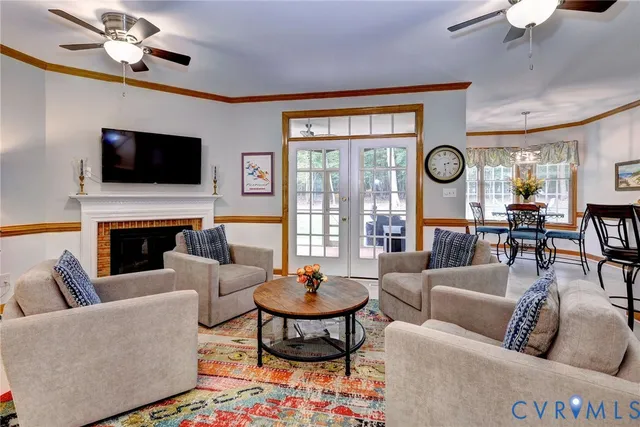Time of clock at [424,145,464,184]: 2:29
